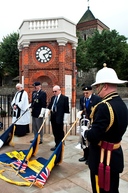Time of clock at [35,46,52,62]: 2:25
